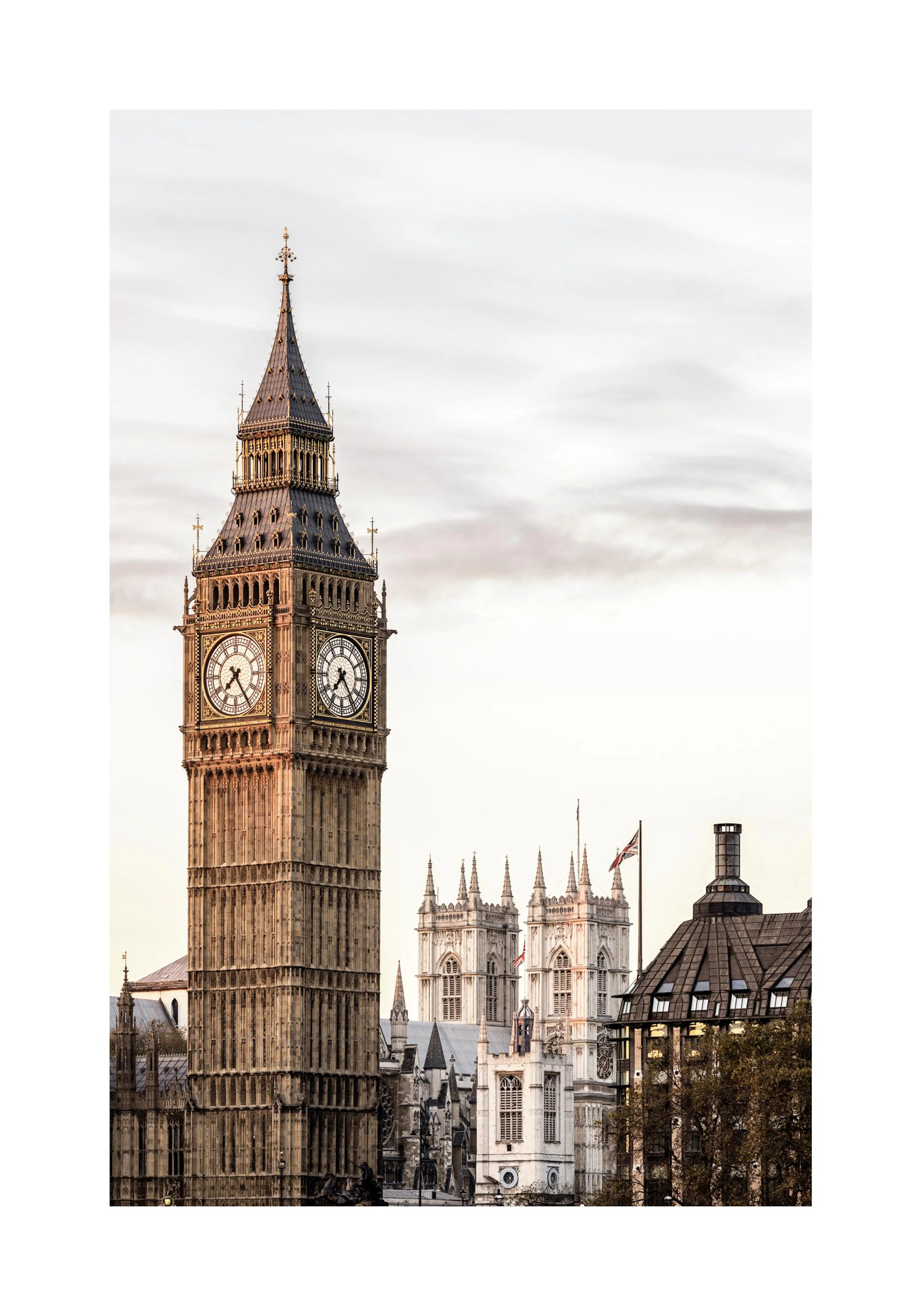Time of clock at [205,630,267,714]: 7:24
